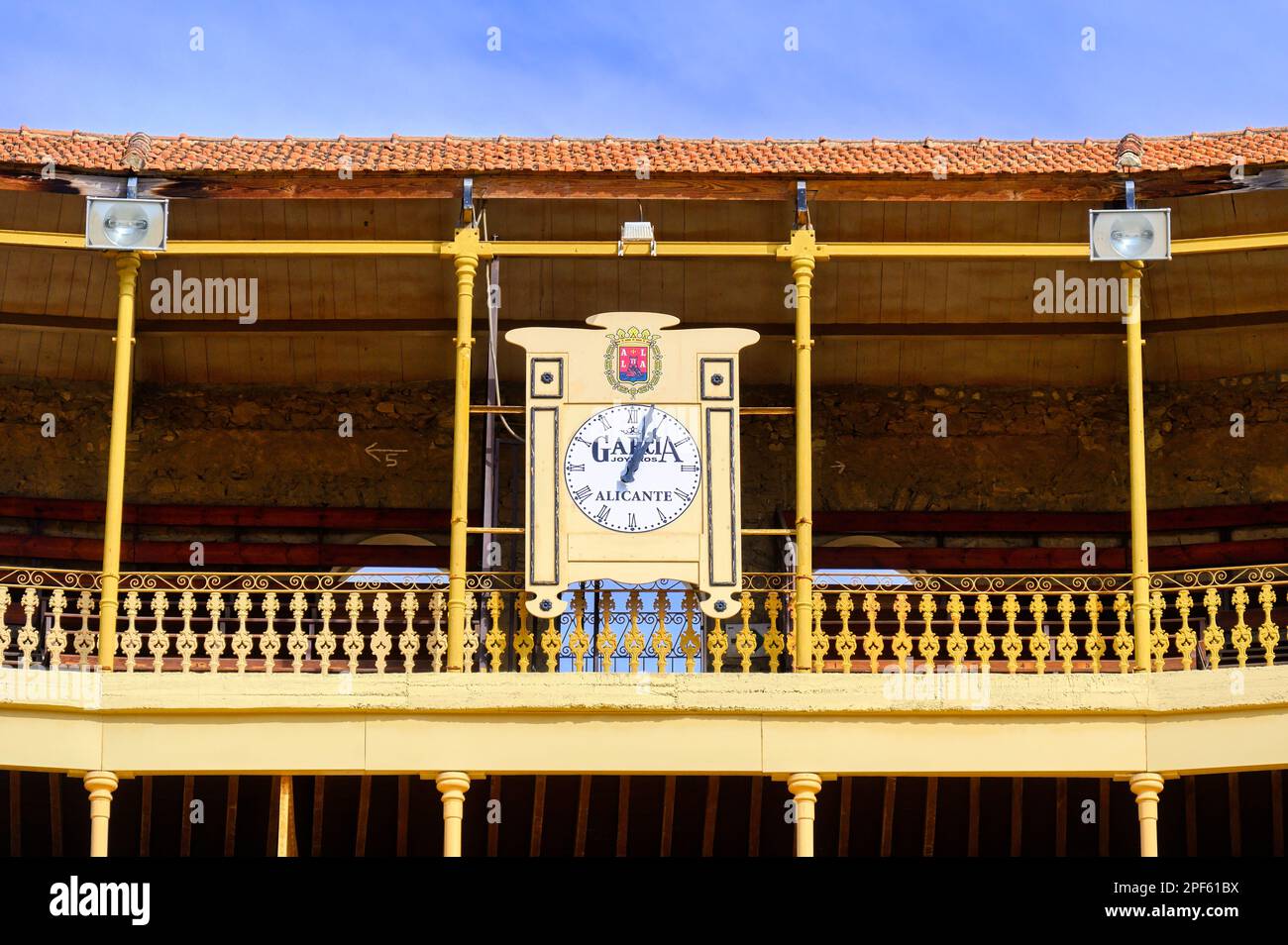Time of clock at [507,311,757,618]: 1:03
